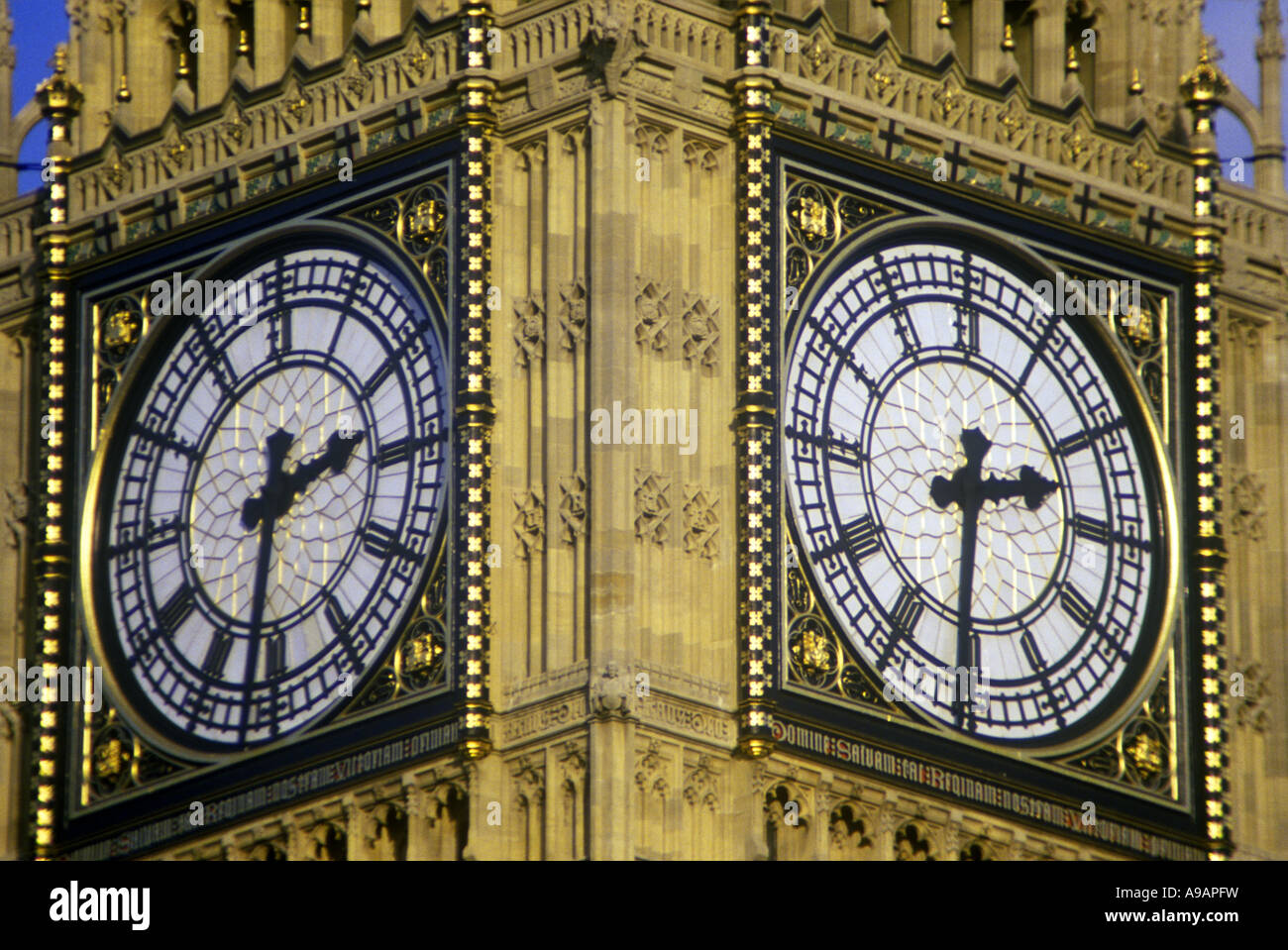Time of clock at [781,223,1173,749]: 2:30
